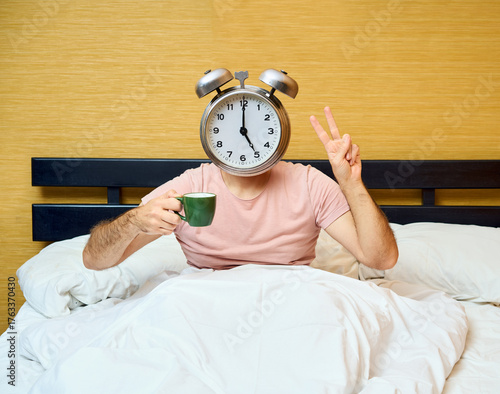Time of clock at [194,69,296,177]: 5:00
